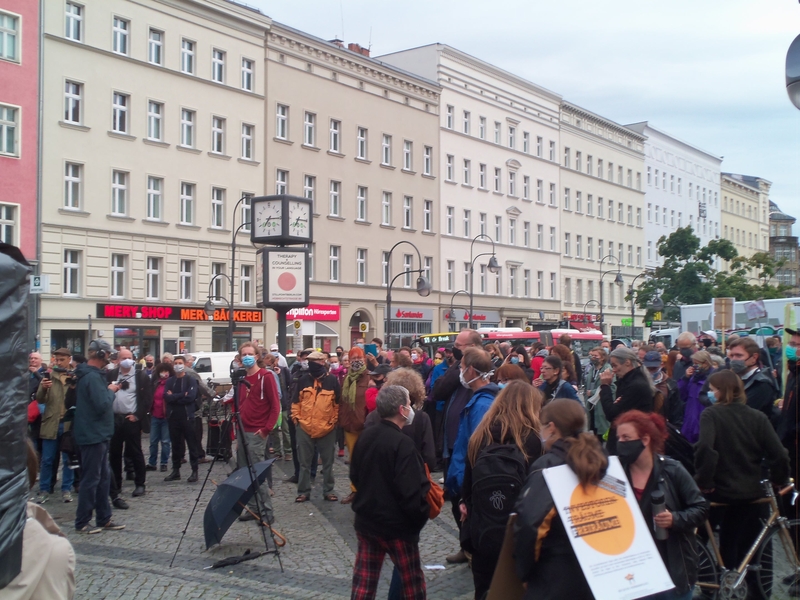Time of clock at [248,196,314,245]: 7:15
